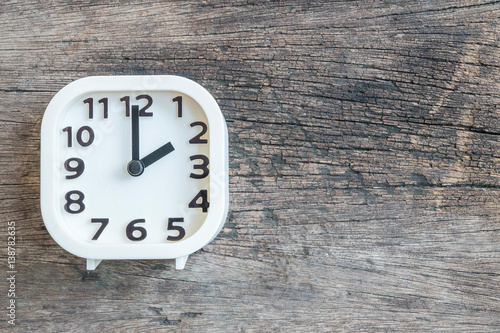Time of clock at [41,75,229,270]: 1:59
